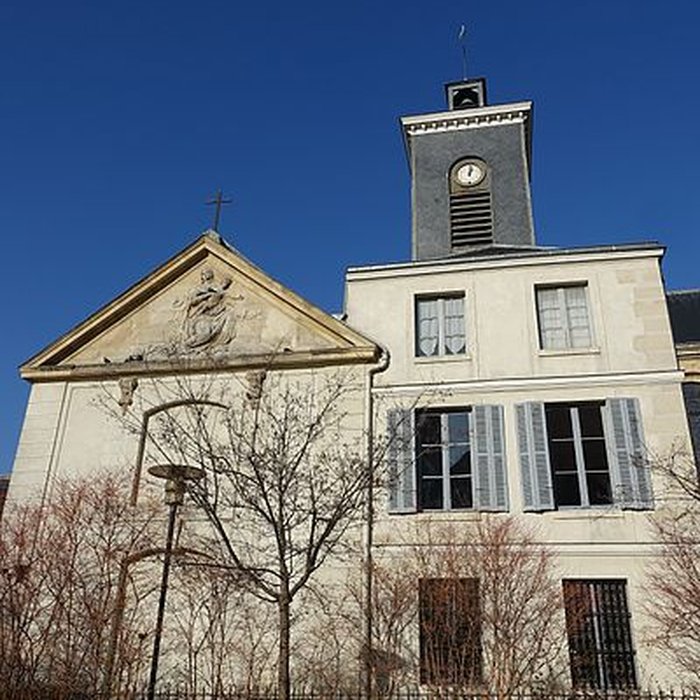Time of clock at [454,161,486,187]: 1:01
